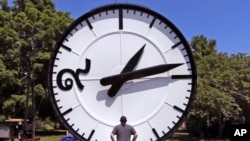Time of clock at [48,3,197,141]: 1:13
